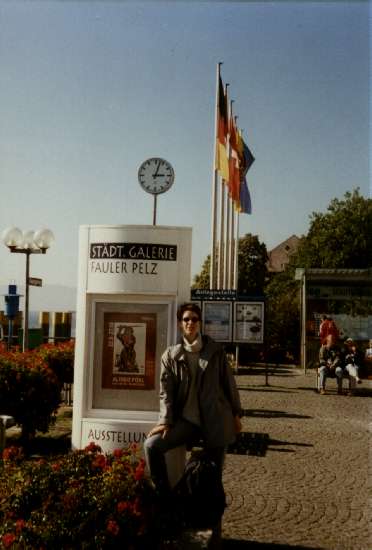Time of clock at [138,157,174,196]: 3:02
